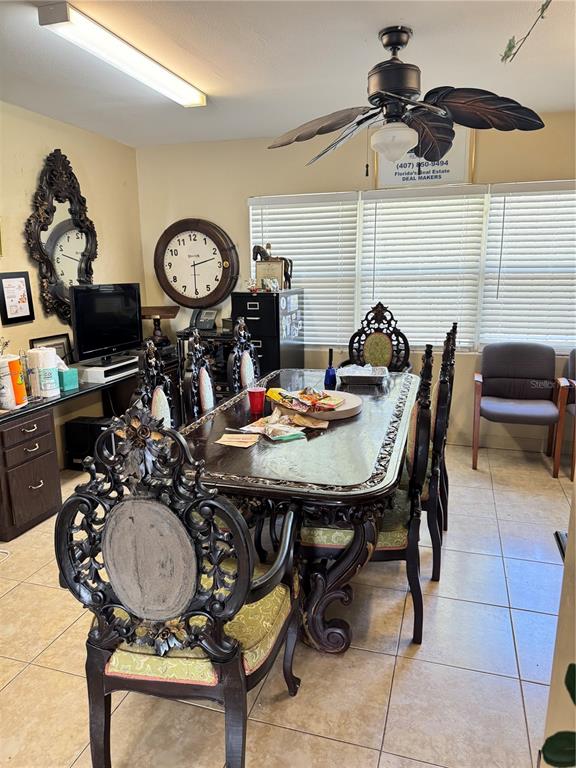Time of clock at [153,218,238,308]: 2:30
